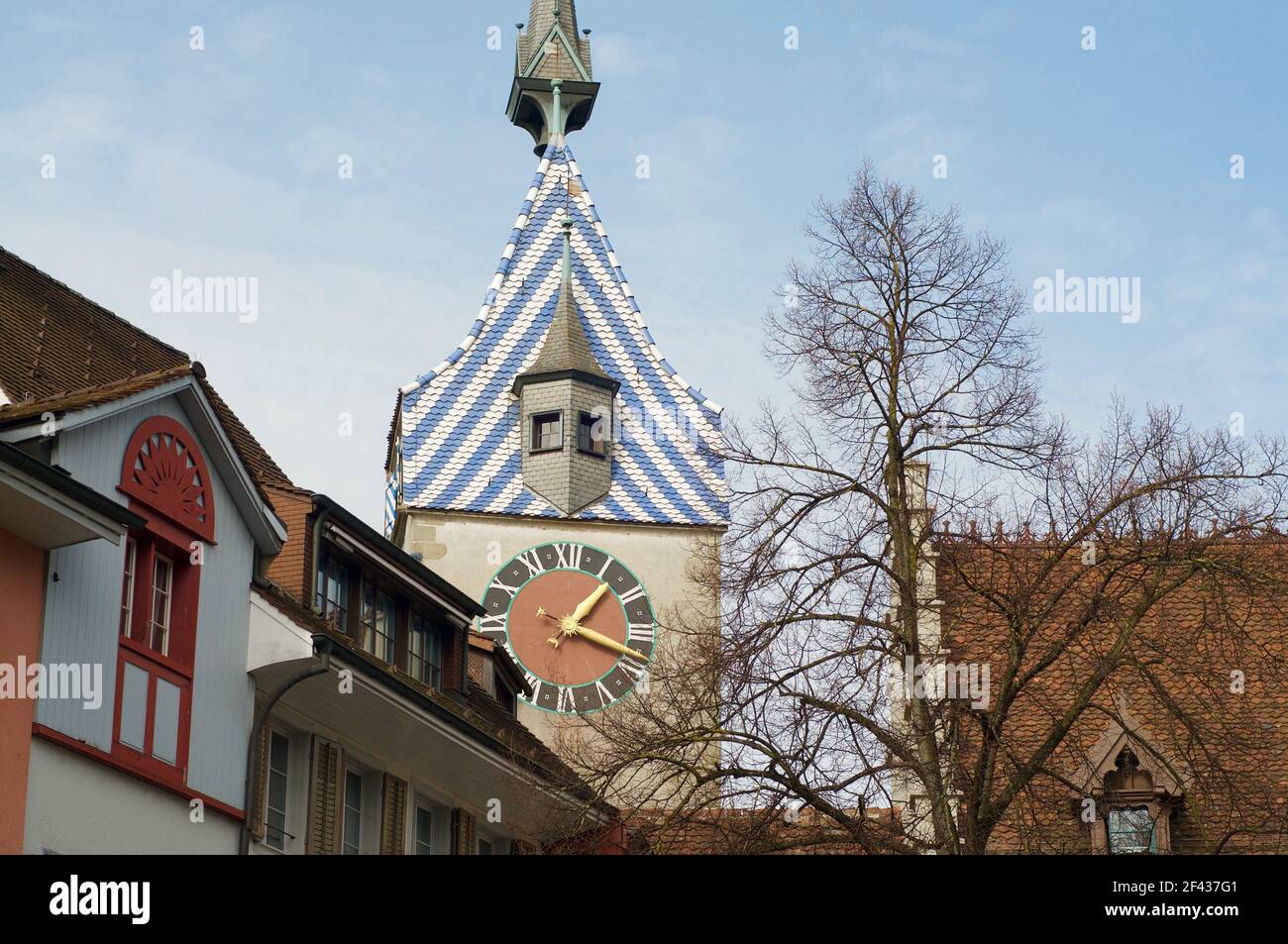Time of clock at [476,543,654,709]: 1:18
